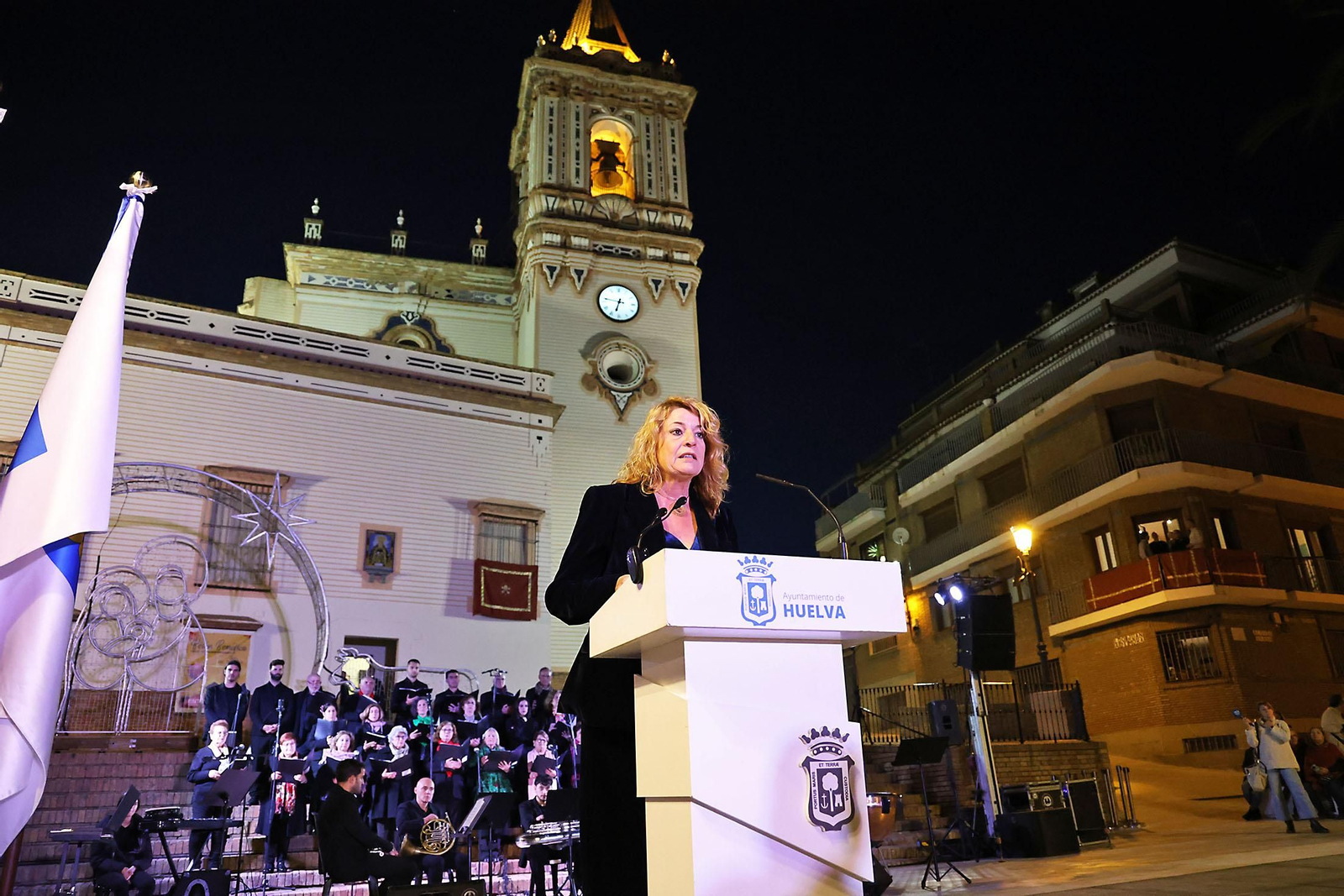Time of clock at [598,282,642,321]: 6:46
